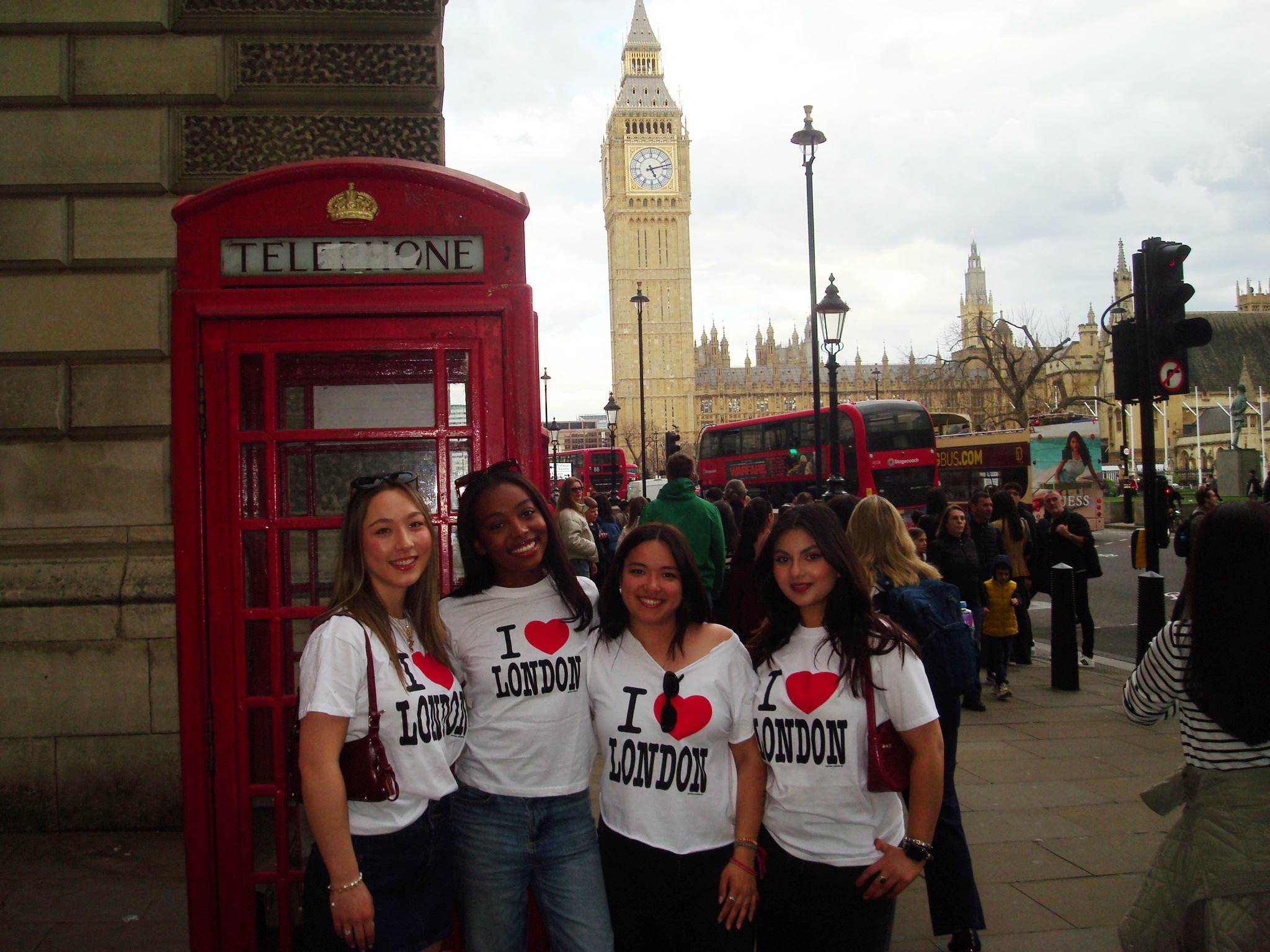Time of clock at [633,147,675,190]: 5:12
